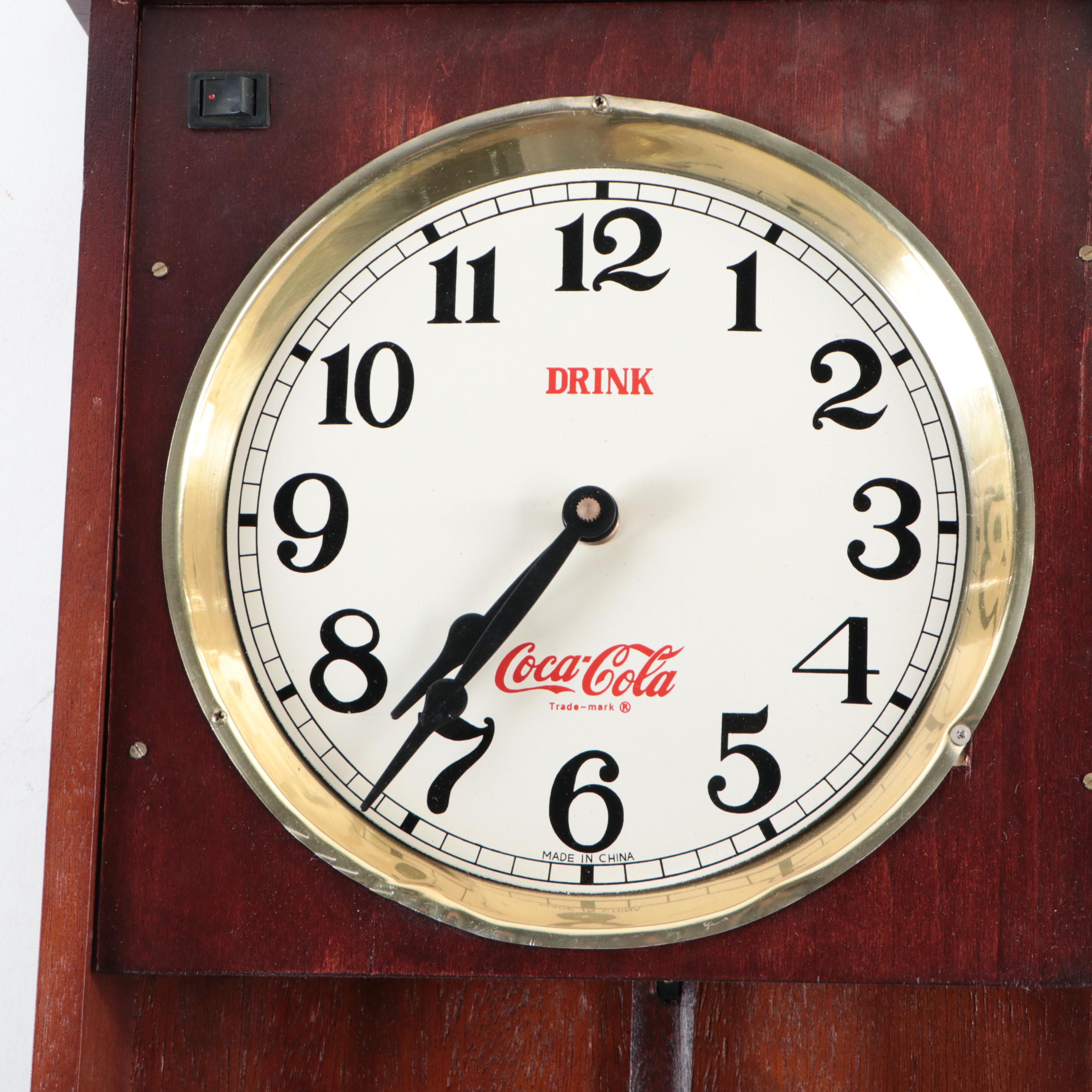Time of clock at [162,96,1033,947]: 7:36
